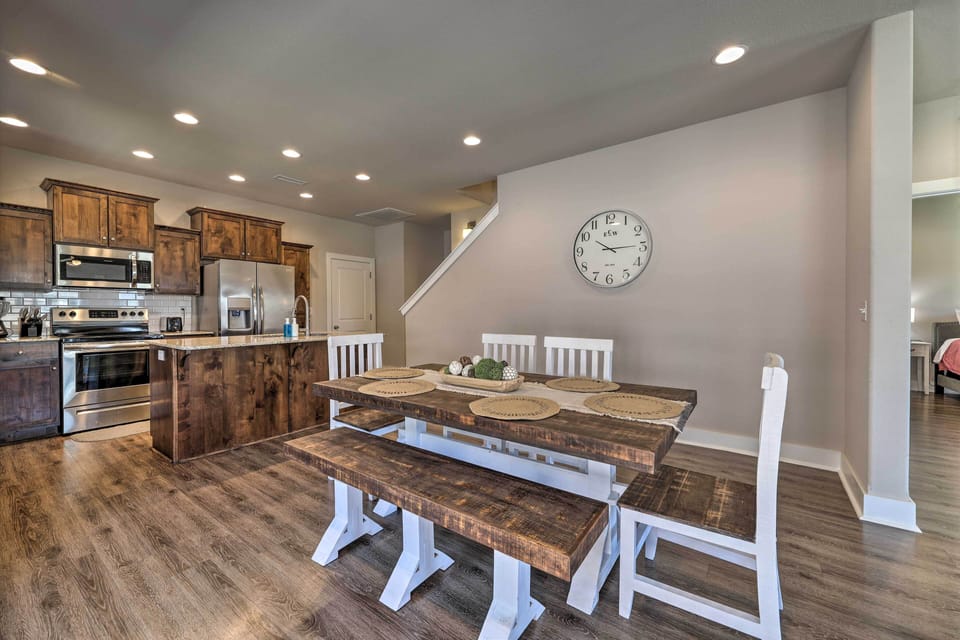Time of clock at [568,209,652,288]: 10:14
